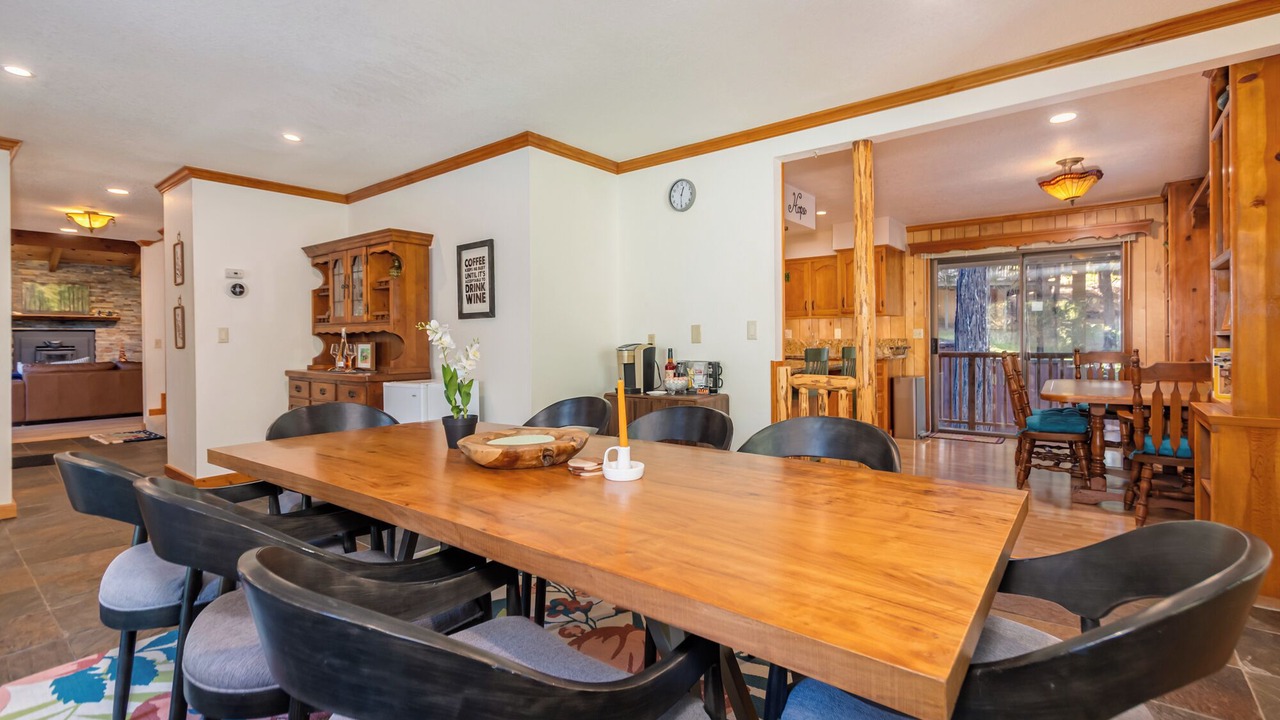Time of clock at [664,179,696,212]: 12:30
